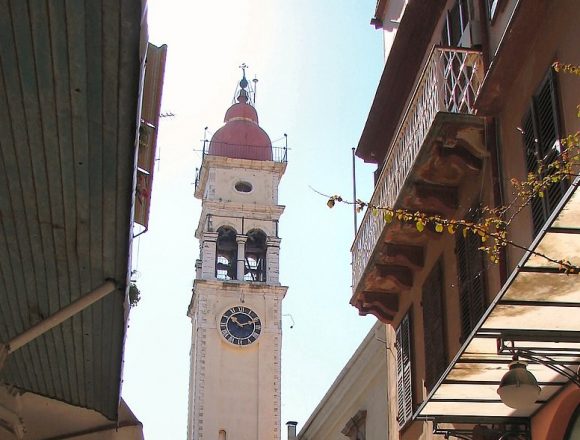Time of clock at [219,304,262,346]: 10:11
